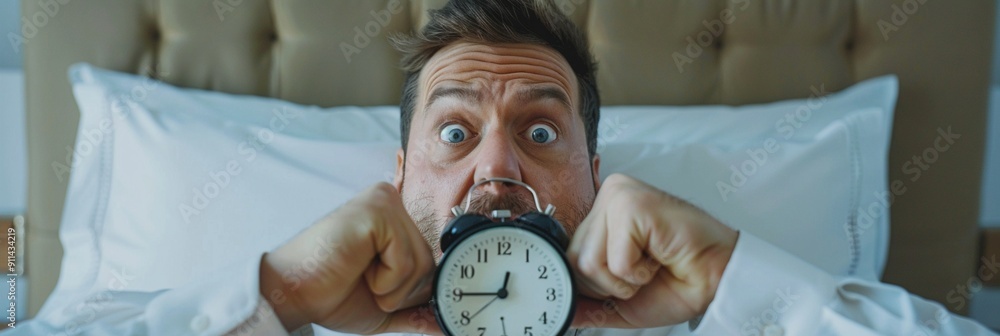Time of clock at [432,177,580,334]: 12:45
